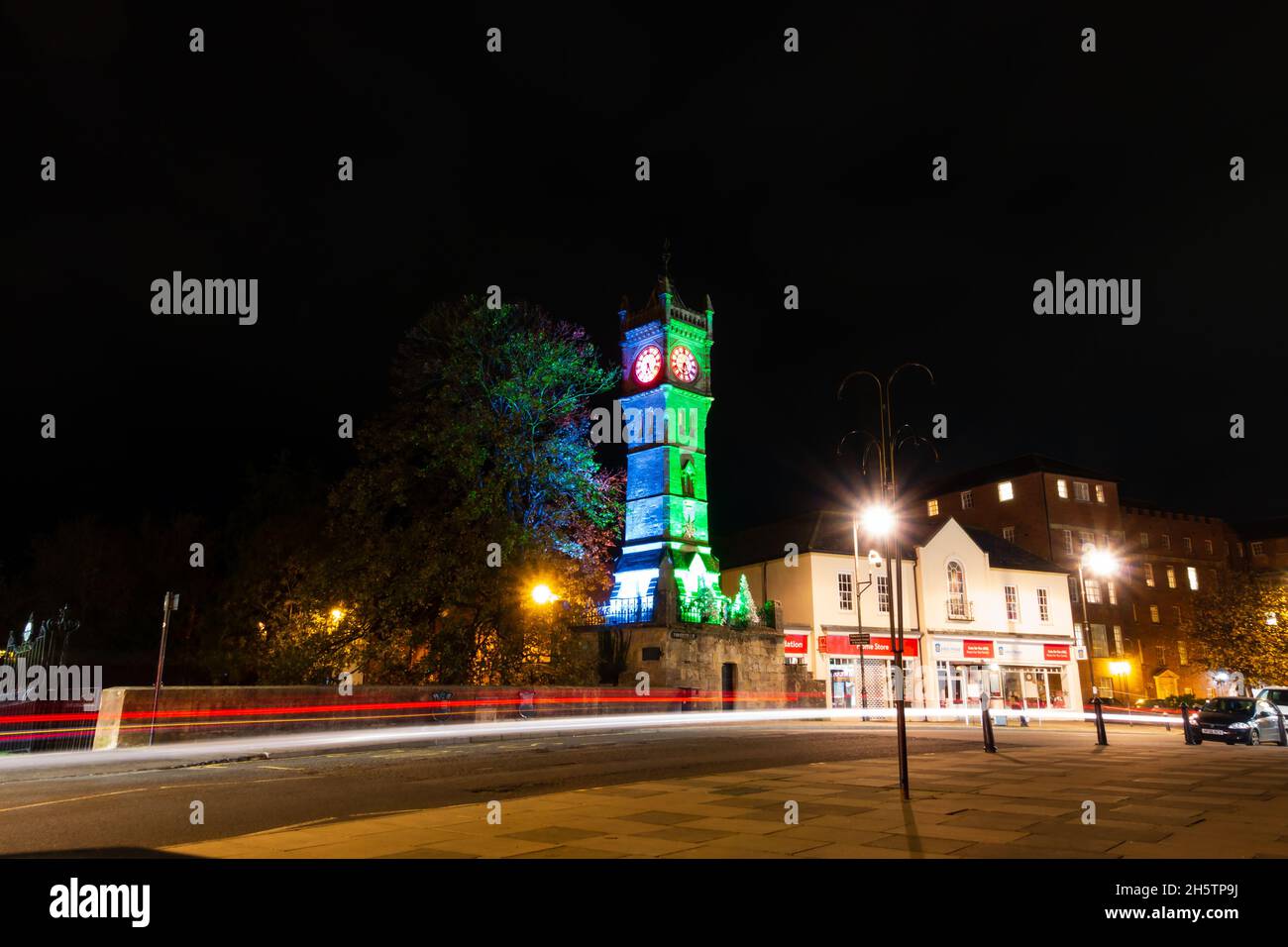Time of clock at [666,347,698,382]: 6:32
